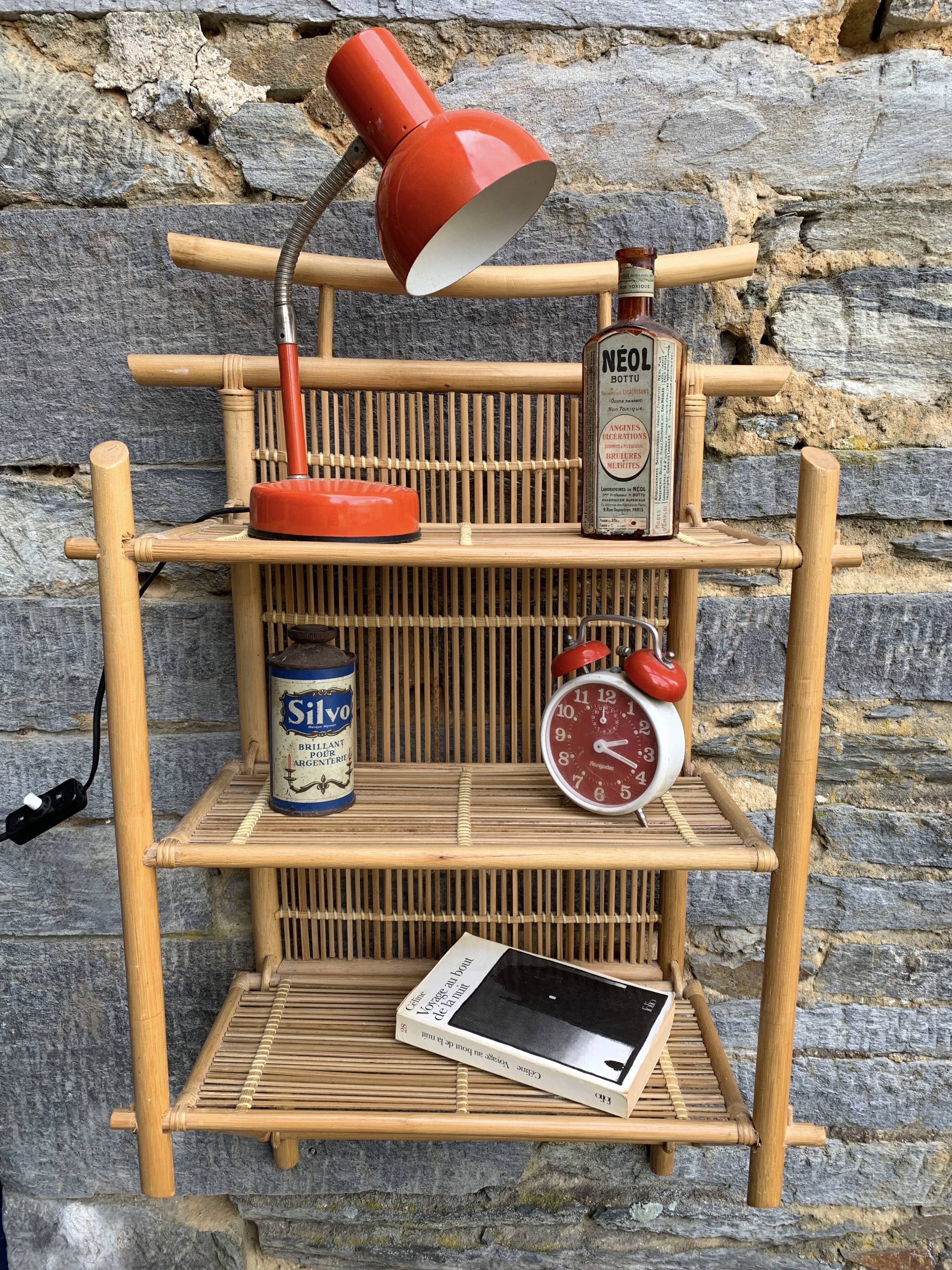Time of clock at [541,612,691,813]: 2:18
